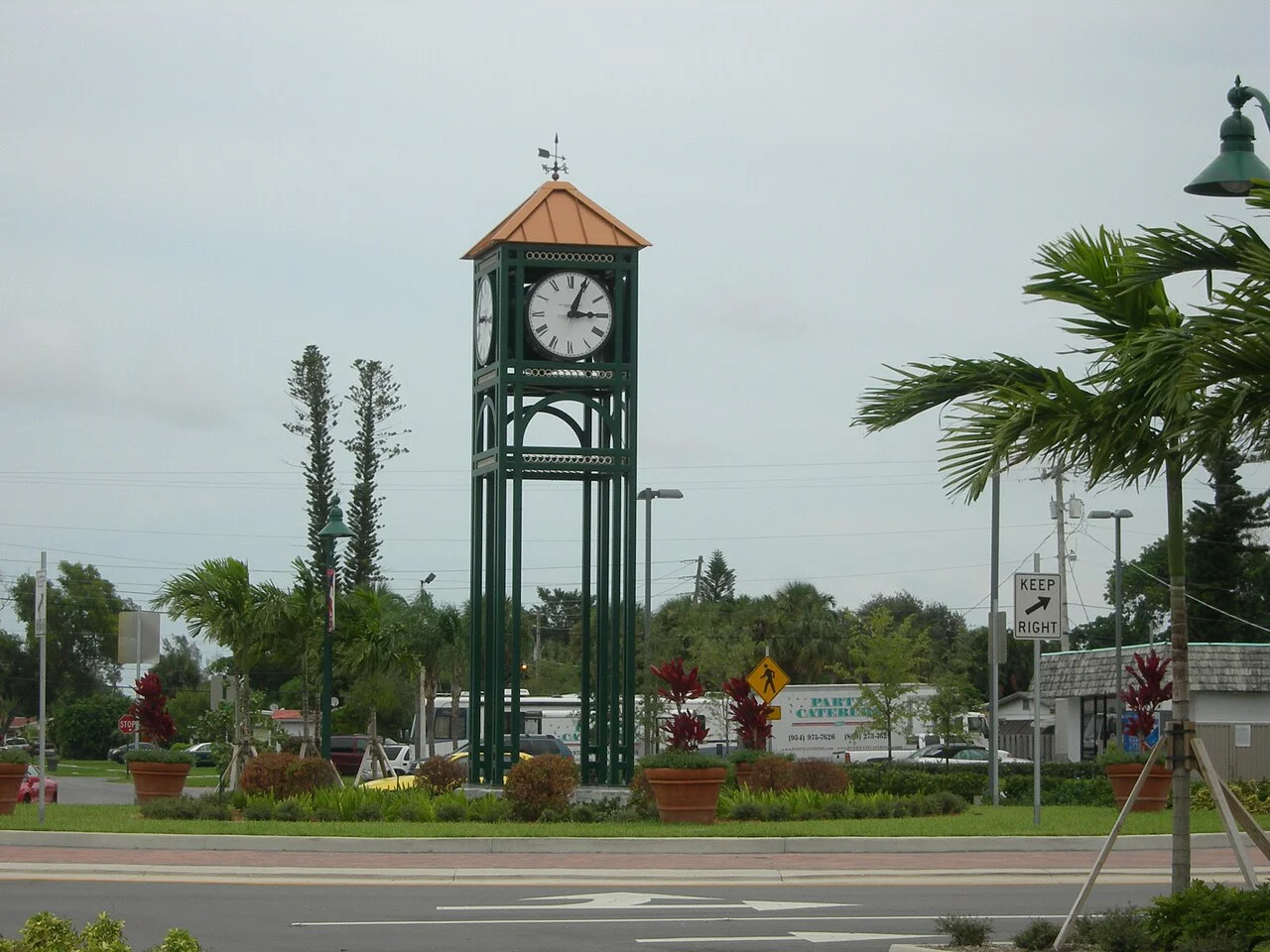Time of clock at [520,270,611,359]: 3:04
